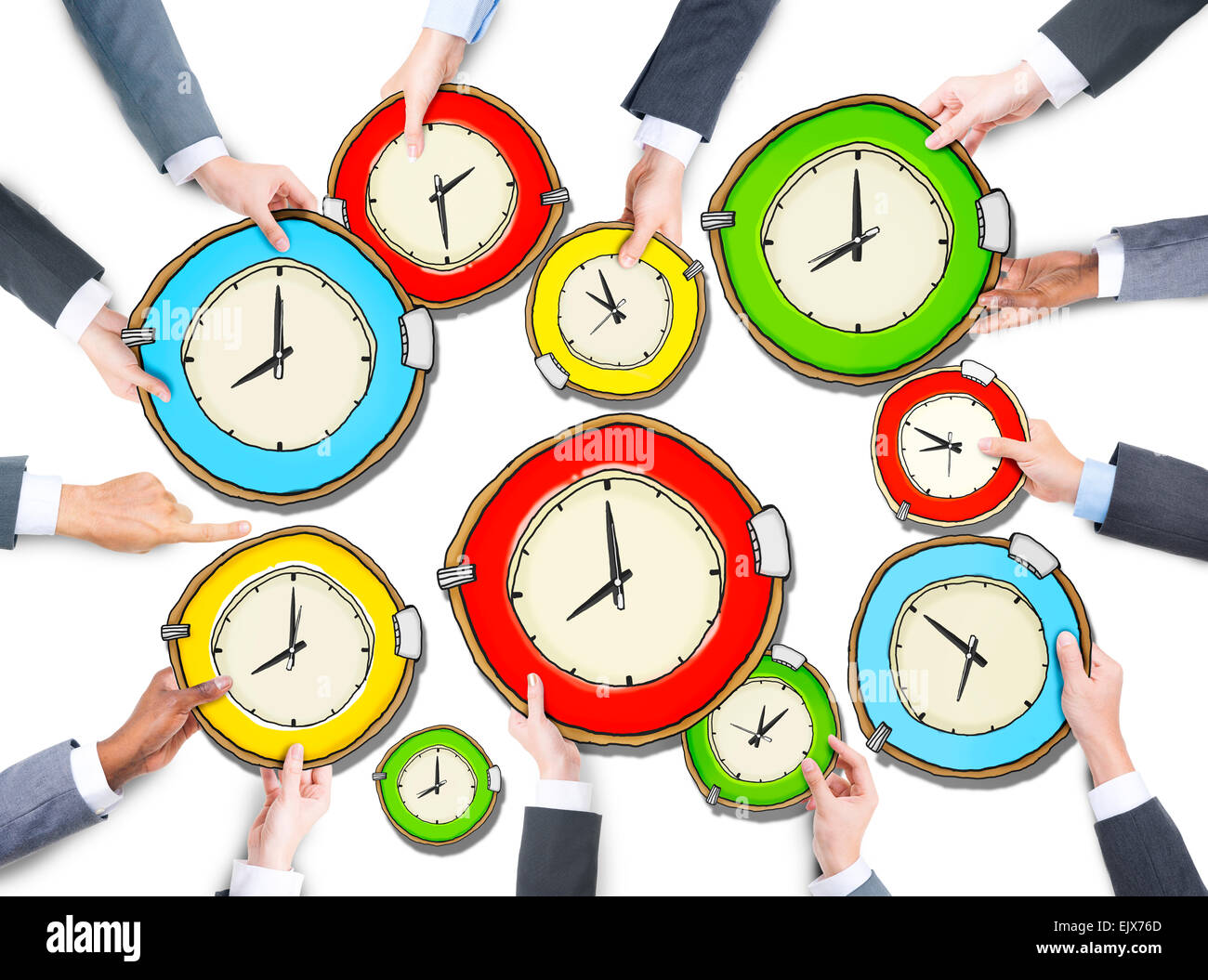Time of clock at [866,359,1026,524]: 8:49
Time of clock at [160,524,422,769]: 8:00
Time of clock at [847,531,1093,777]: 6:50
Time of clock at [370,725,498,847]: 7:59
